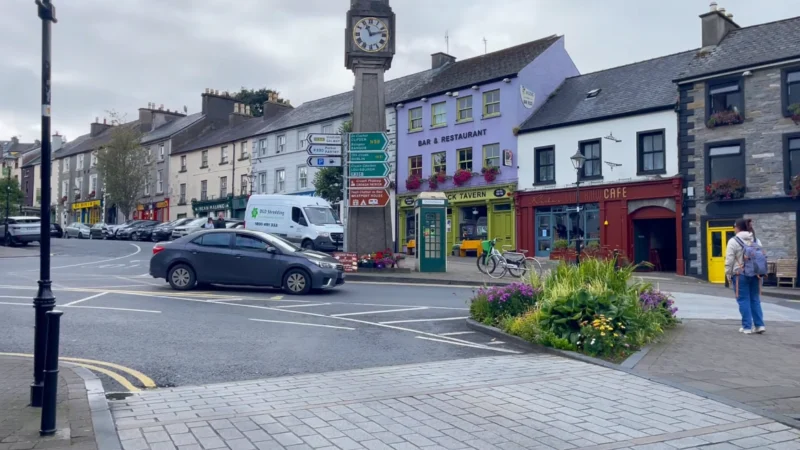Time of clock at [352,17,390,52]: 11:12
